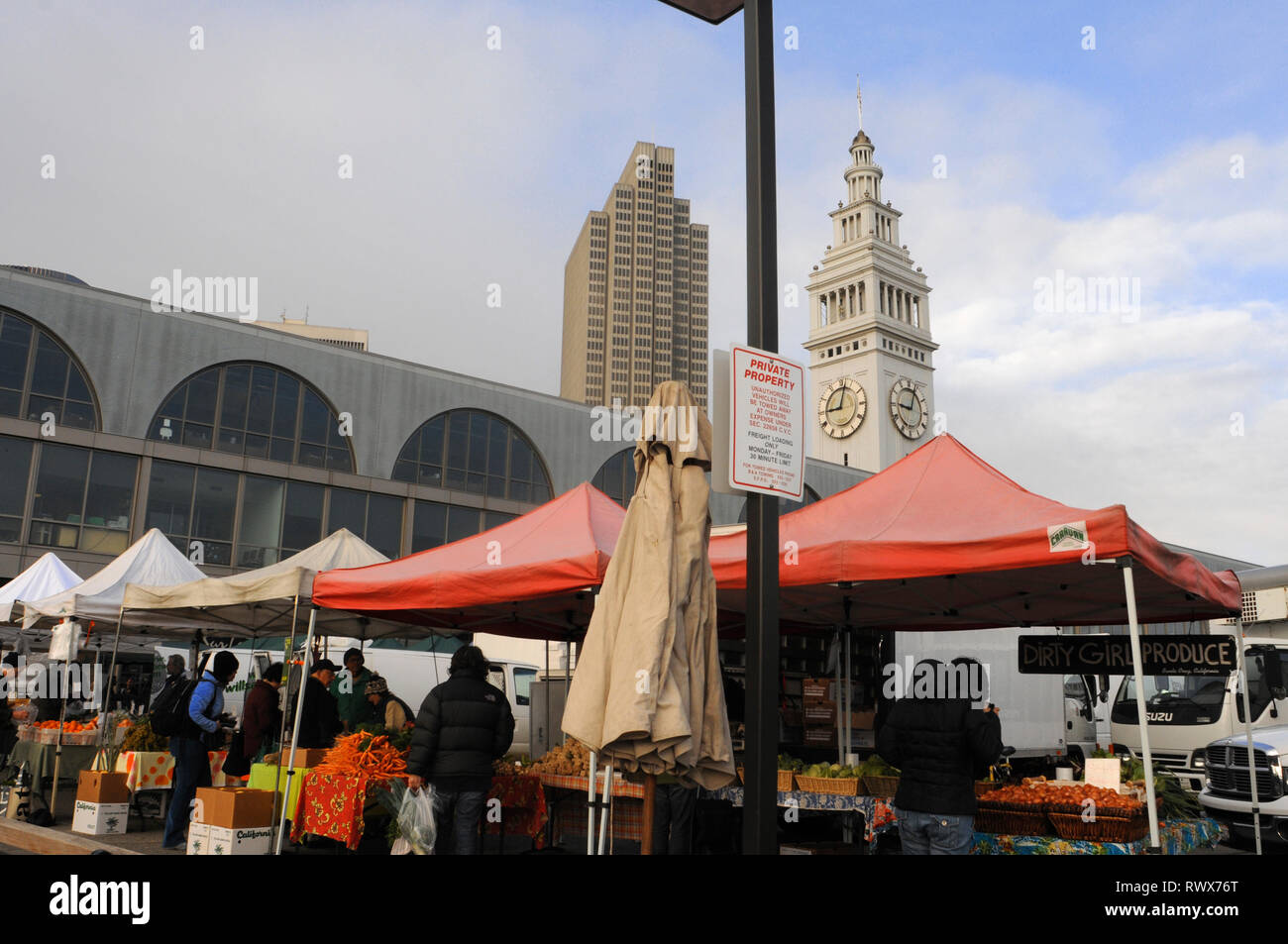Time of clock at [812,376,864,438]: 9:01
